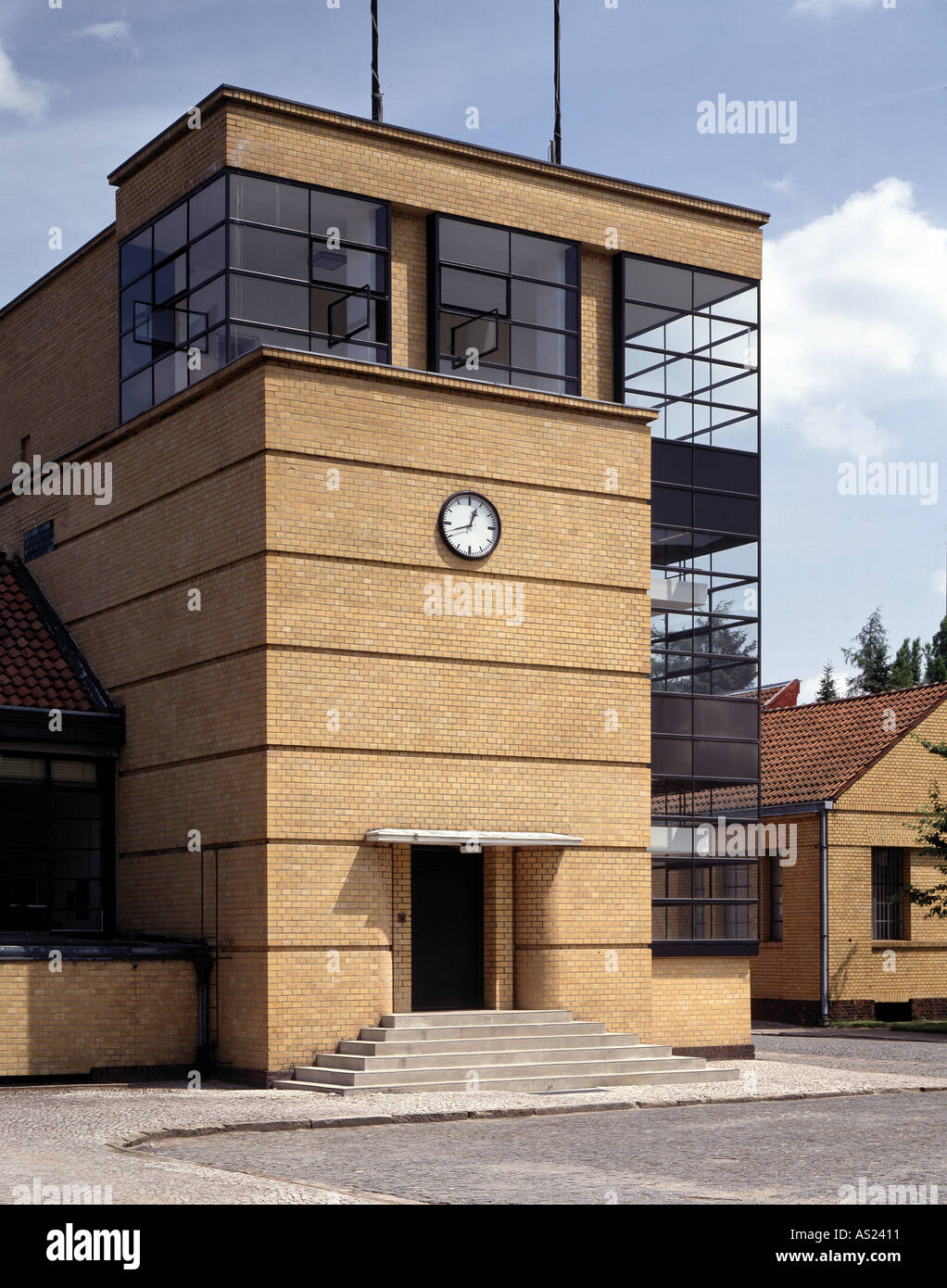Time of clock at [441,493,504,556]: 12:42
